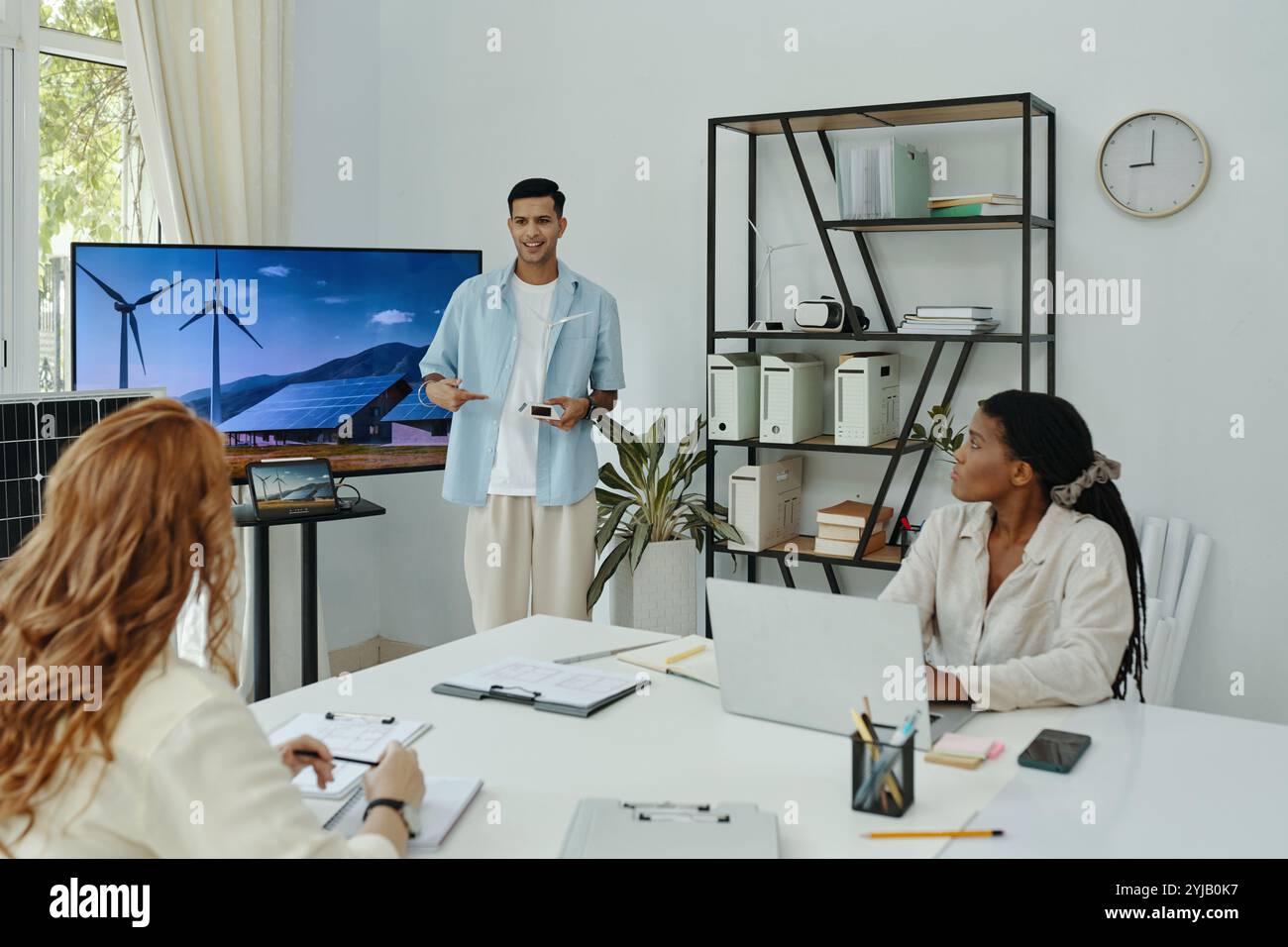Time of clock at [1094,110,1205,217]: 9:00
